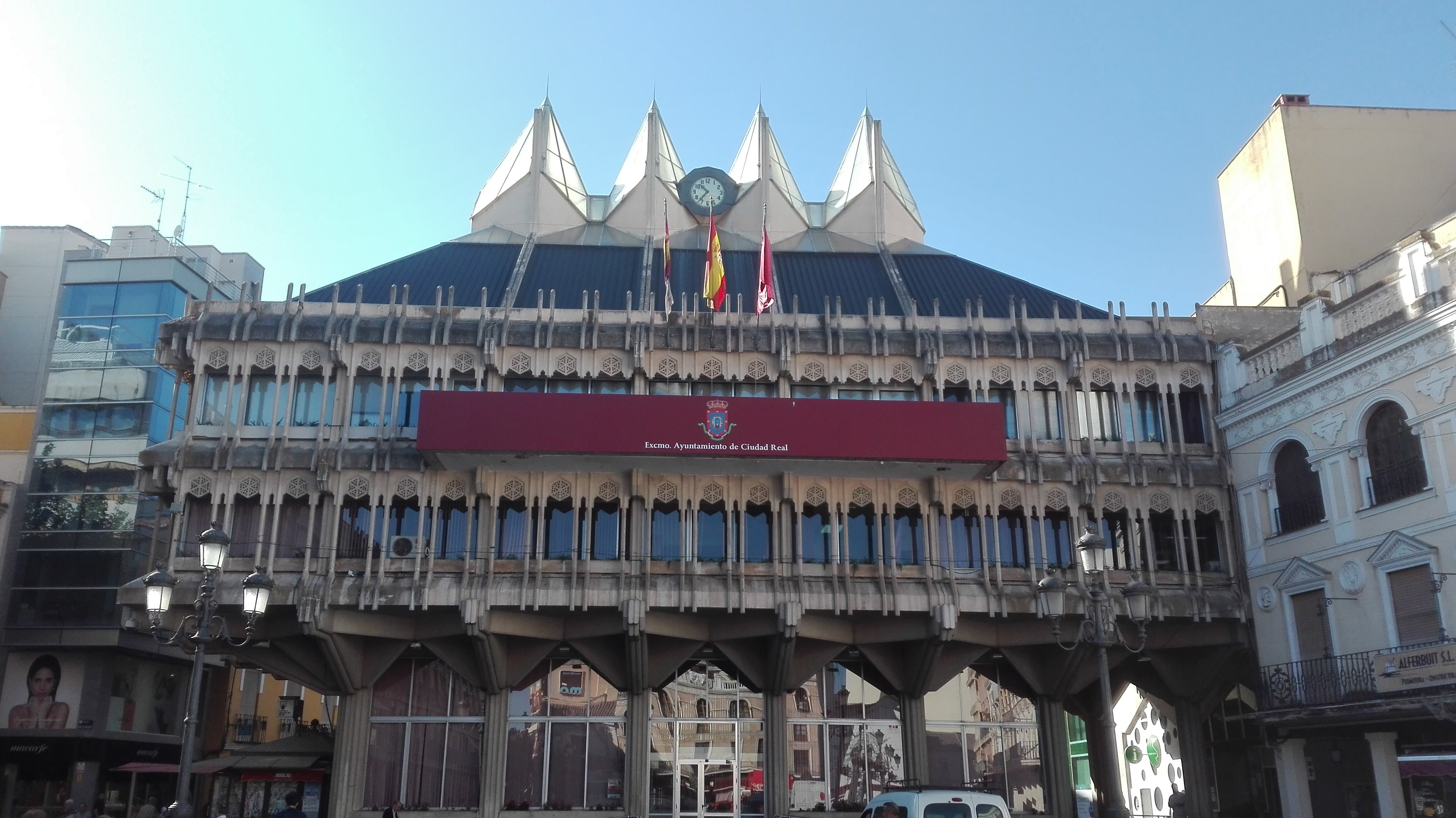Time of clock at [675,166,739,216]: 10:36
